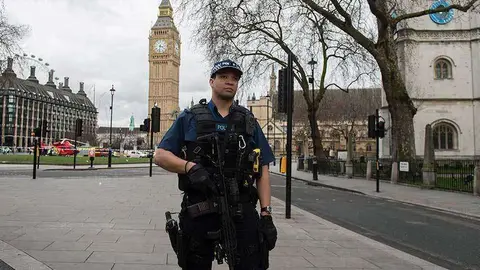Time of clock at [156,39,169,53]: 3:32
